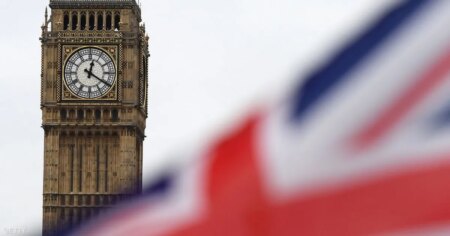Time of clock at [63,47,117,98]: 12:20
